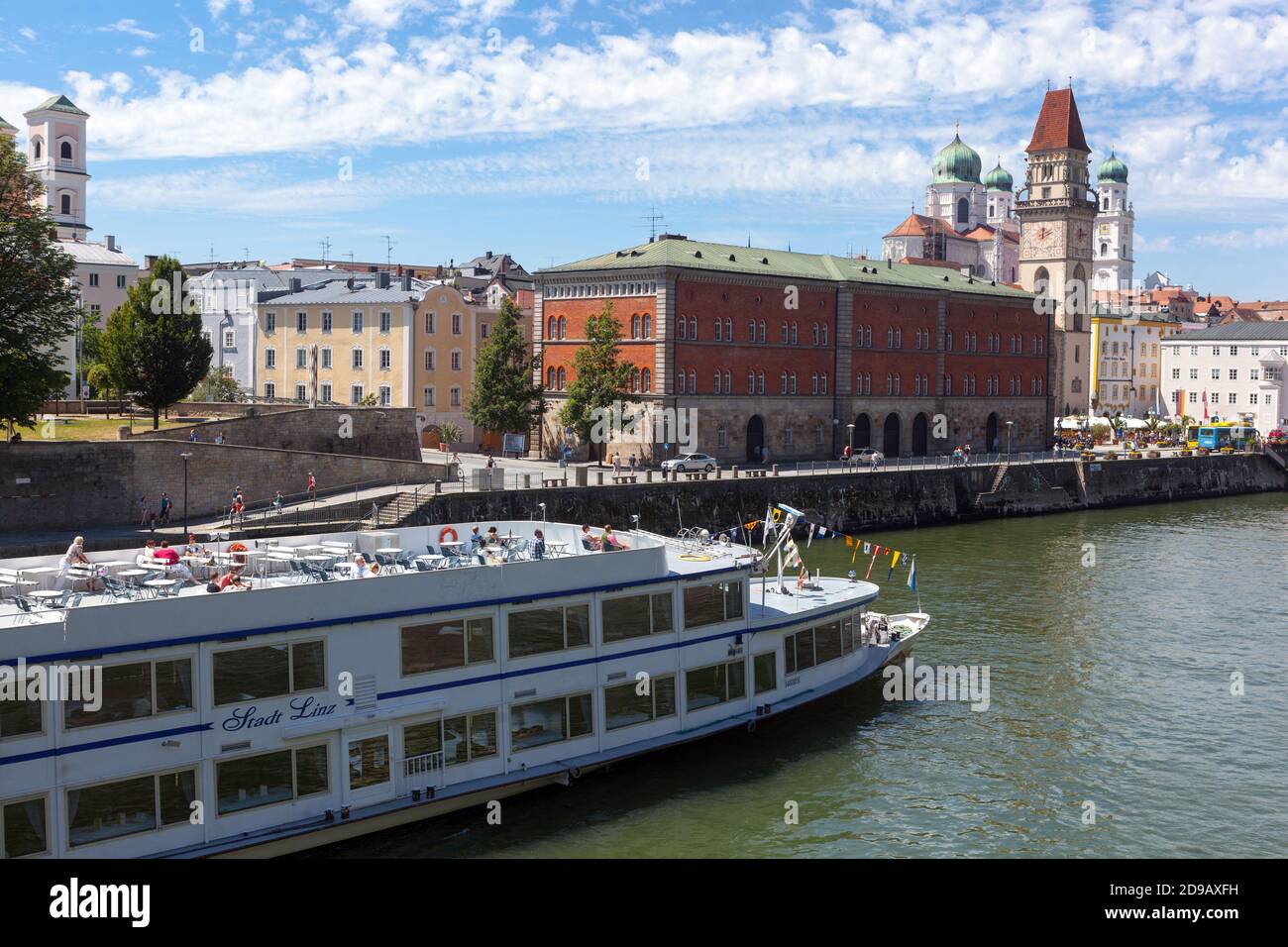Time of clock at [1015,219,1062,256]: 2:01
